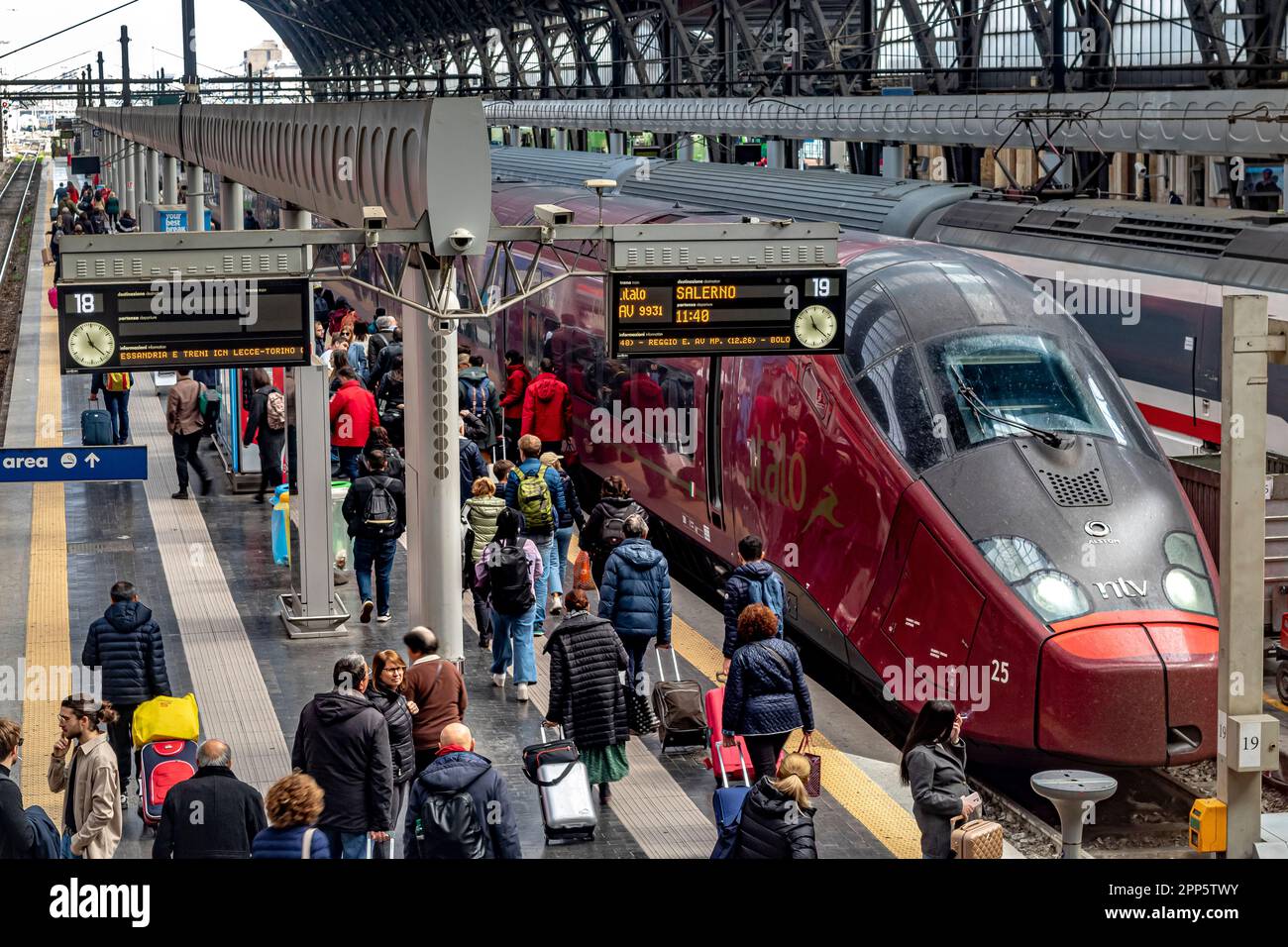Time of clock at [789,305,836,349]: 11:21
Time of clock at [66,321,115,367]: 11:22
